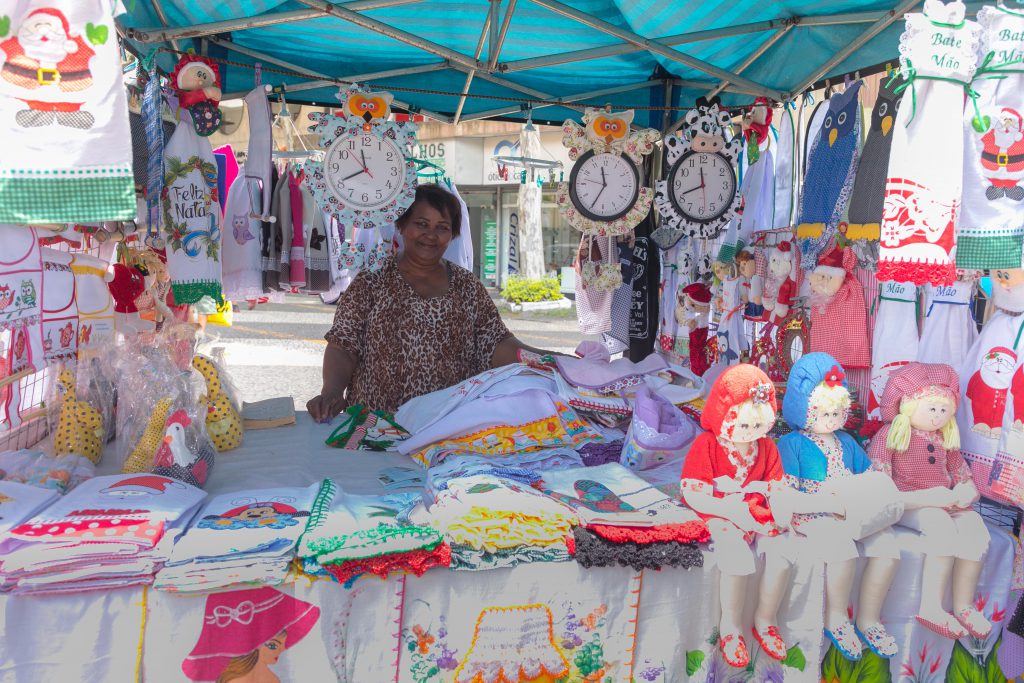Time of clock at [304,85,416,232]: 7:58
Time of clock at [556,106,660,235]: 11:34
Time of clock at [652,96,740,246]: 11:41
